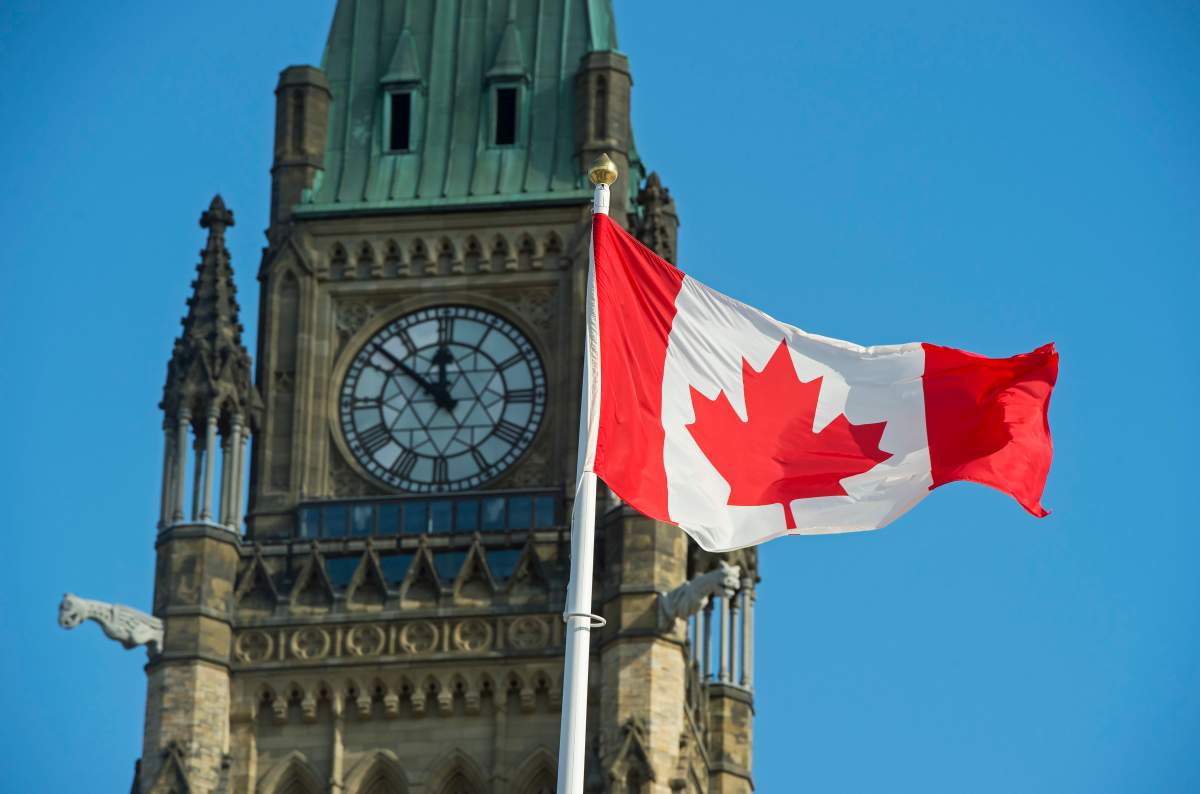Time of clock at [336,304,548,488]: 11:51
